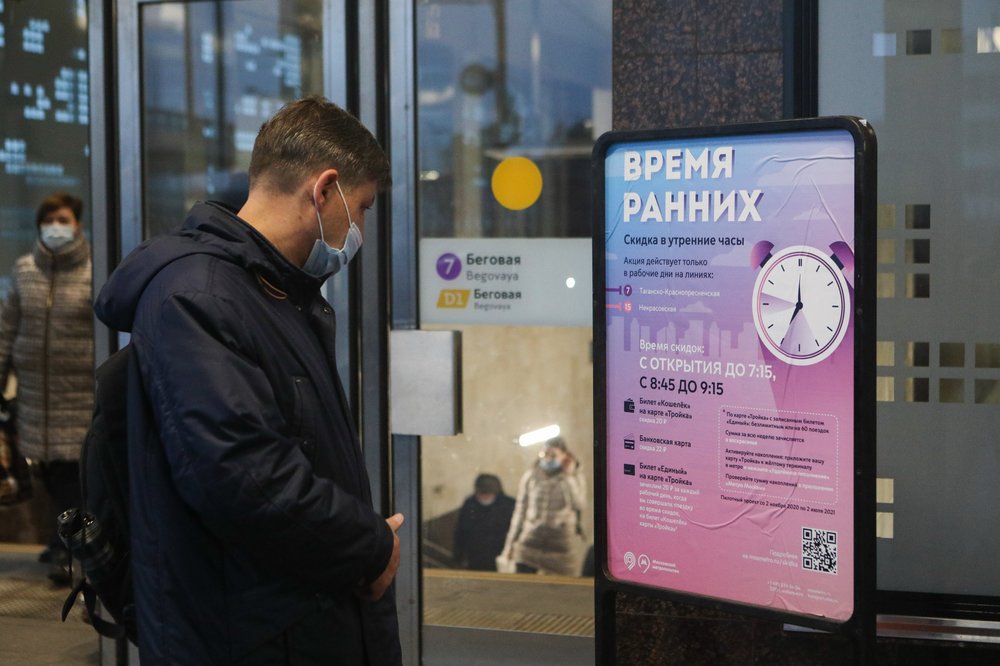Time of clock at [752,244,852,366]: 7:00
